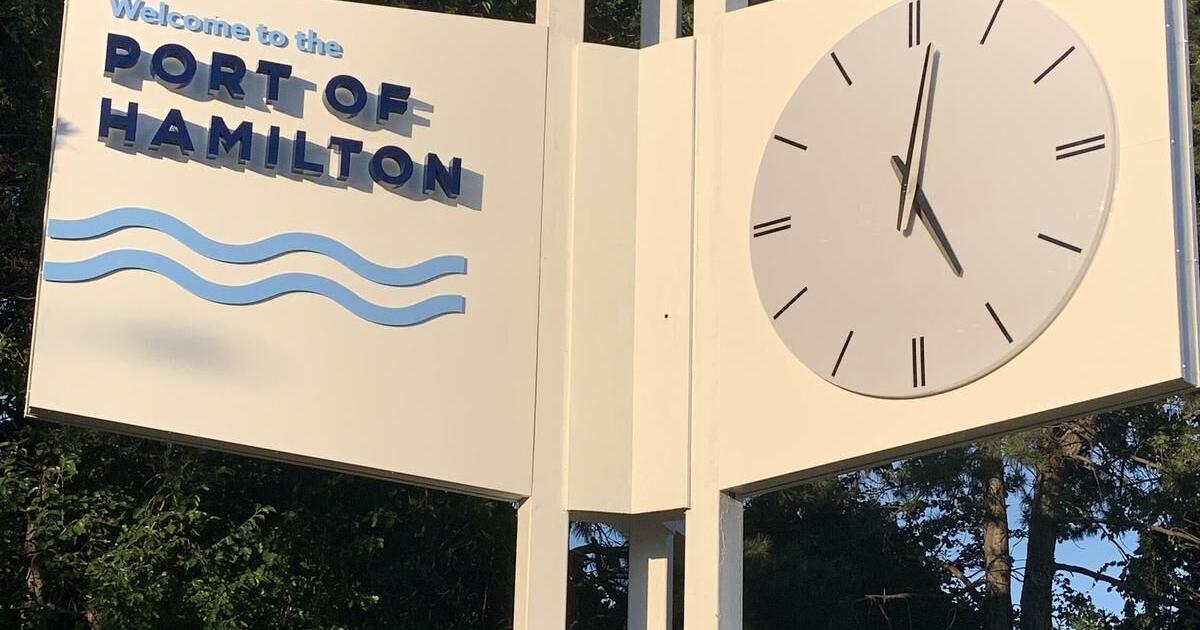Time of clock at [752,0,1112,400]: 5:01
